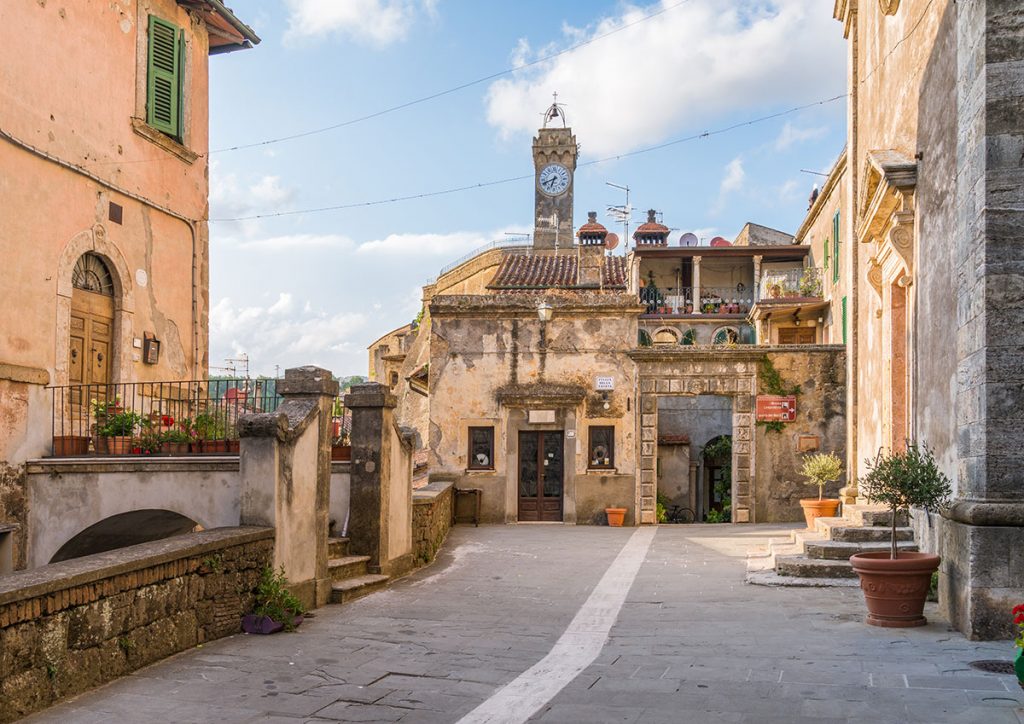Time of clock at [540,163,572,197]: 6:41
